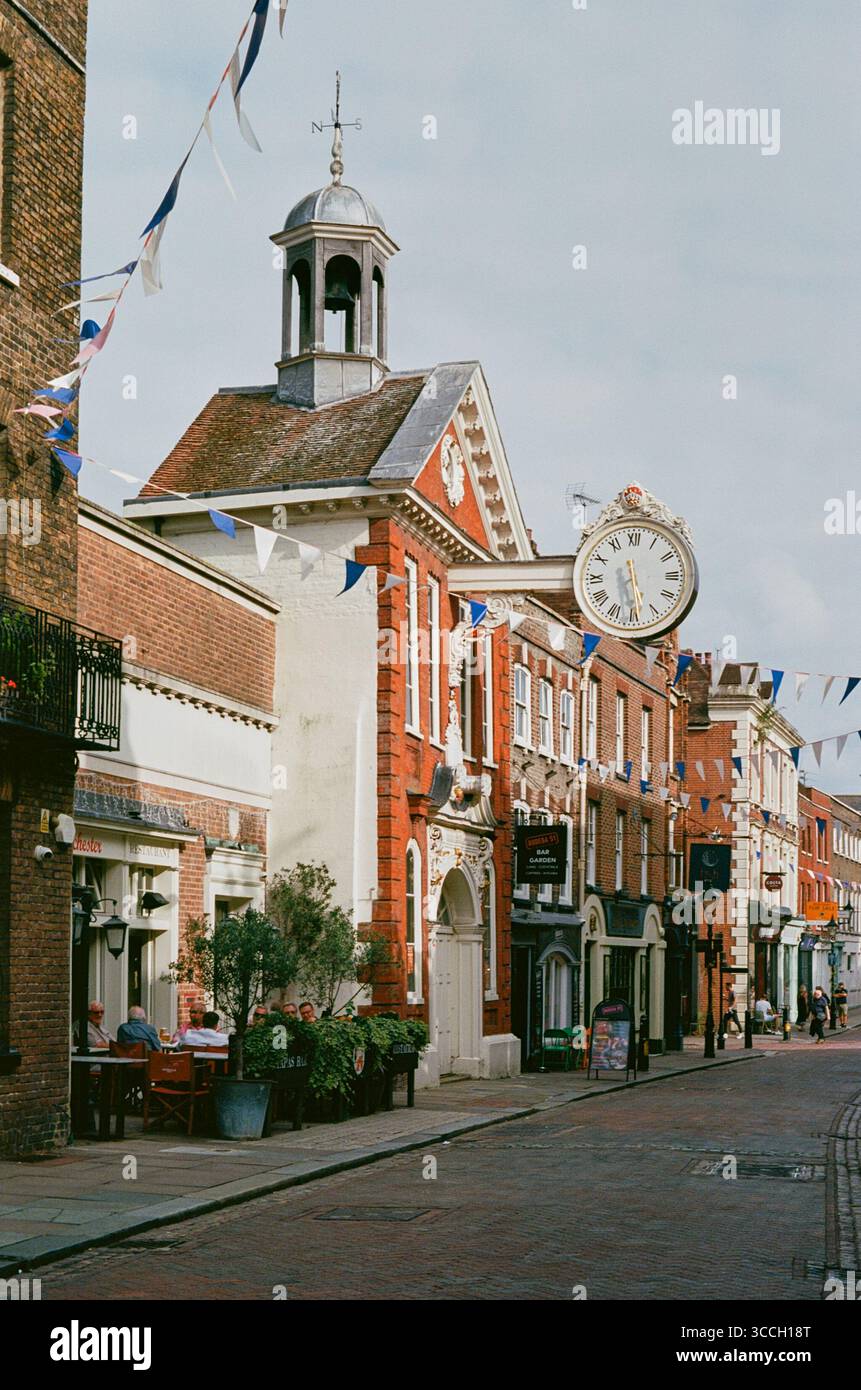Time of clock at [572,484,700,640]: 11:28
